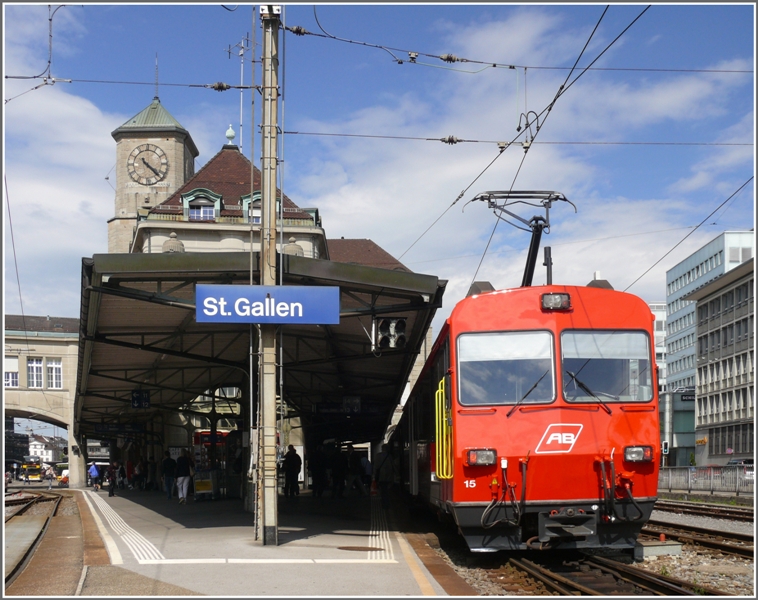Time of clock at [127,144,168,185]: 4:22
